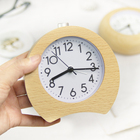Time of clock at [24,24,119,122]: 8:15
